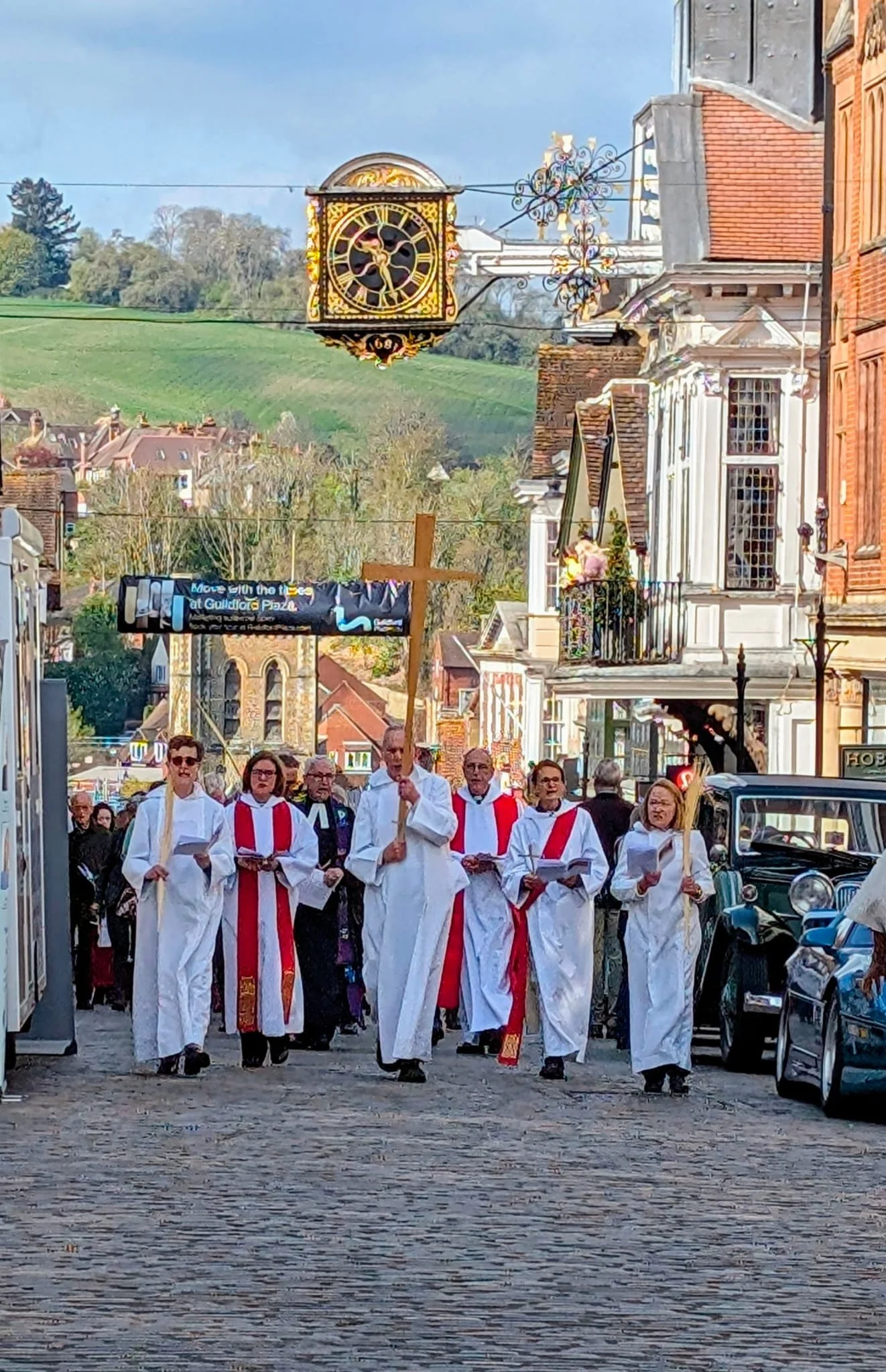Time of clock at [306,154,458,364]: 10:27
